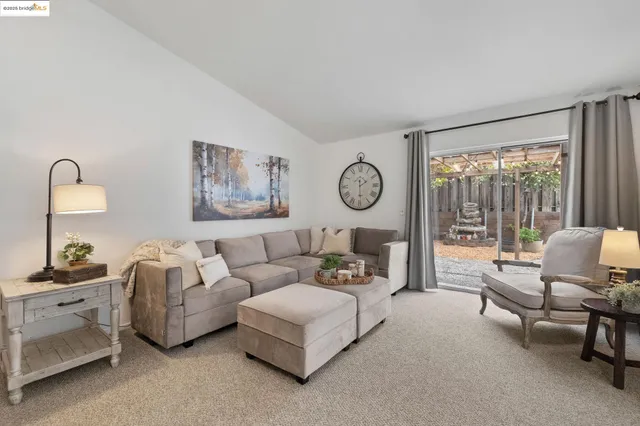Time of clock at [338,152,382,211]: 2:29
